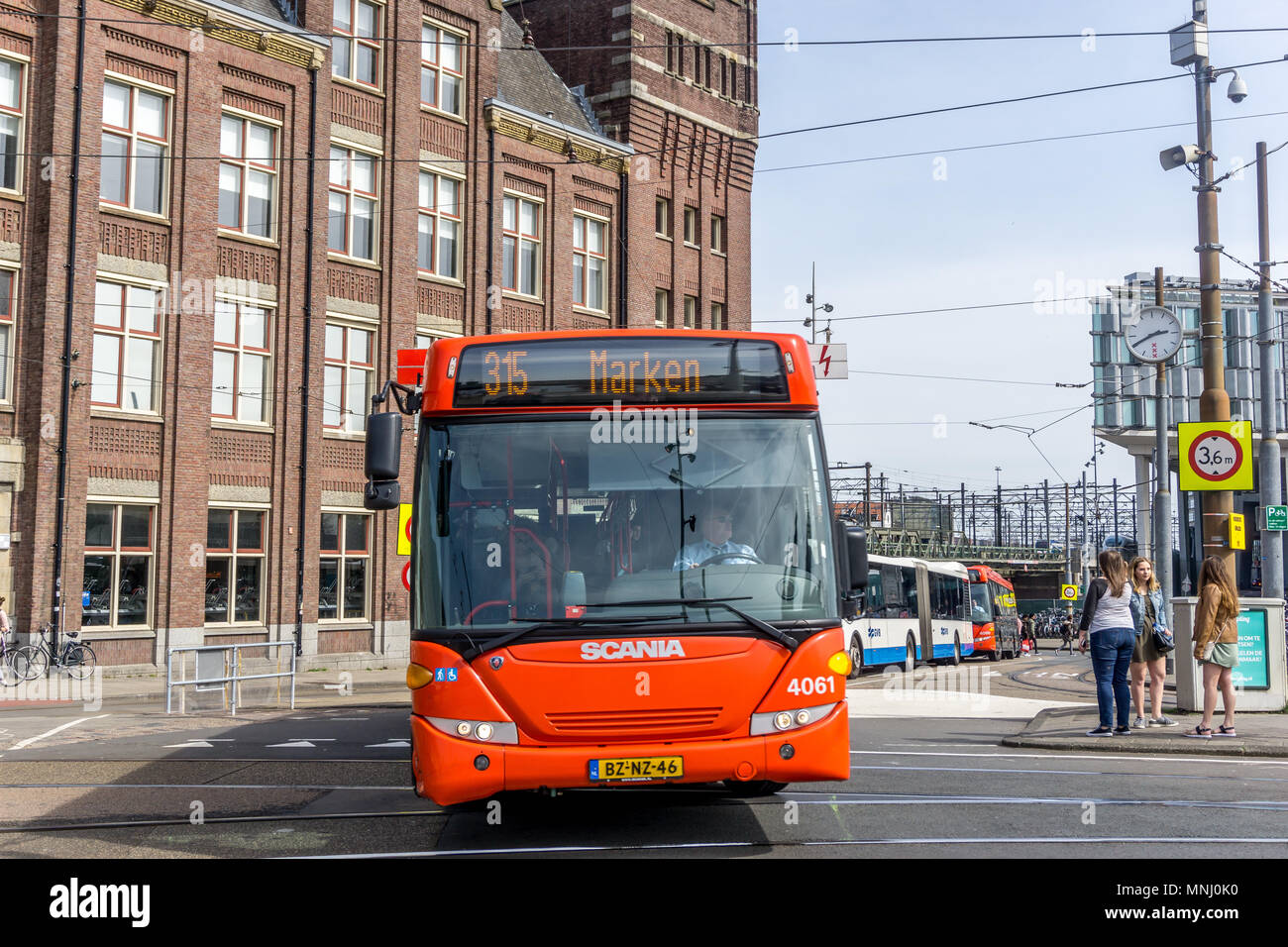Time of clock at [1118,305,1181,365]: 2:40
